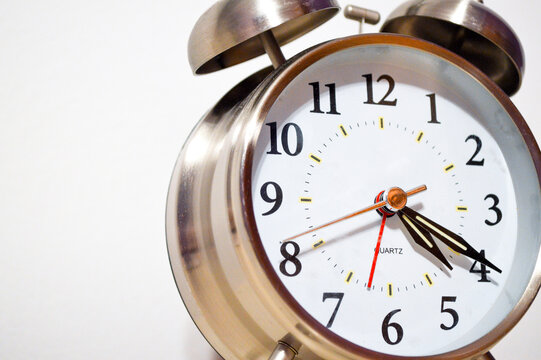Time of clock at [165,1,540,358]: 4:19
